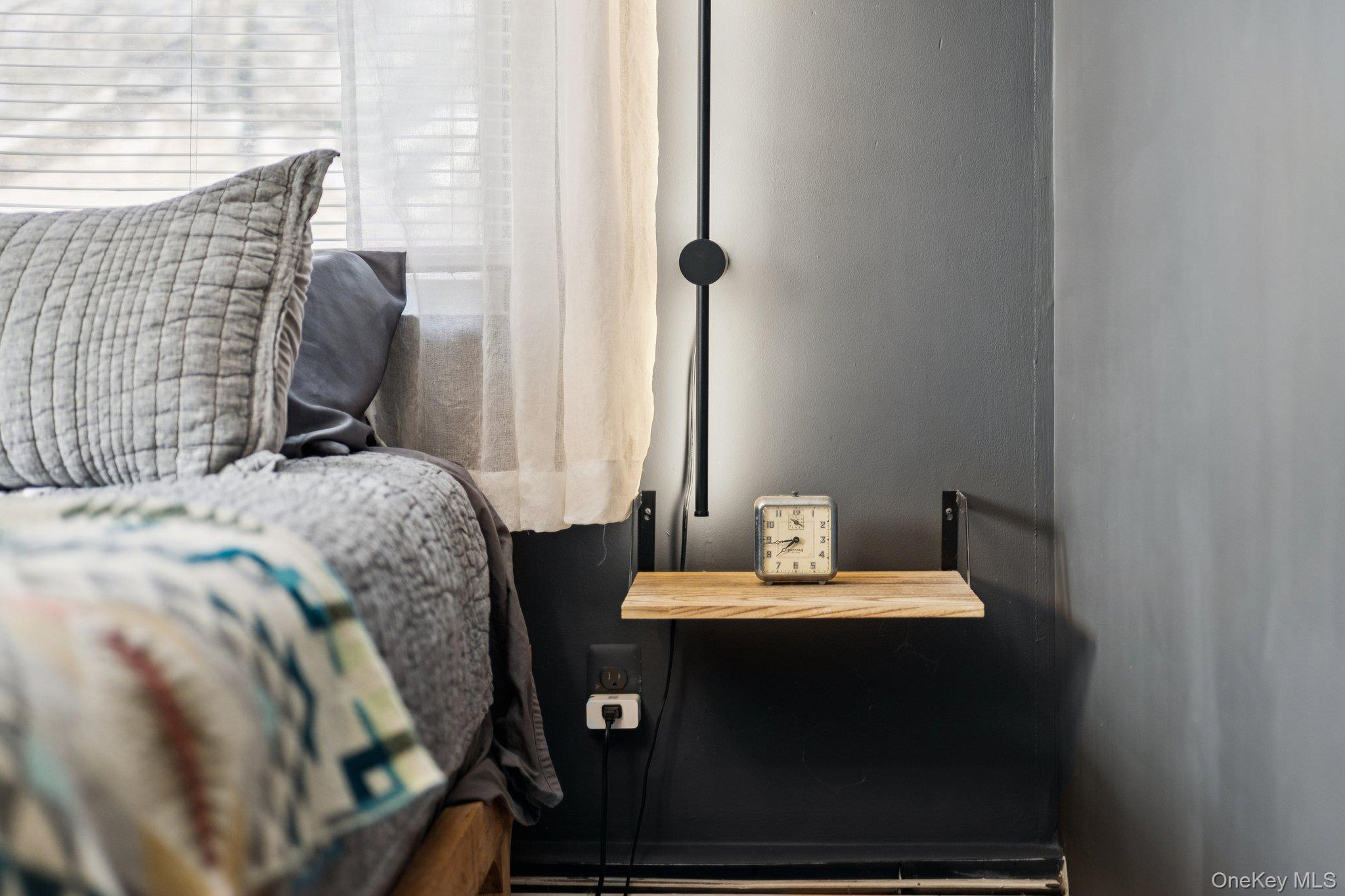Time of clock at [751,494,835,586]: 7:43
